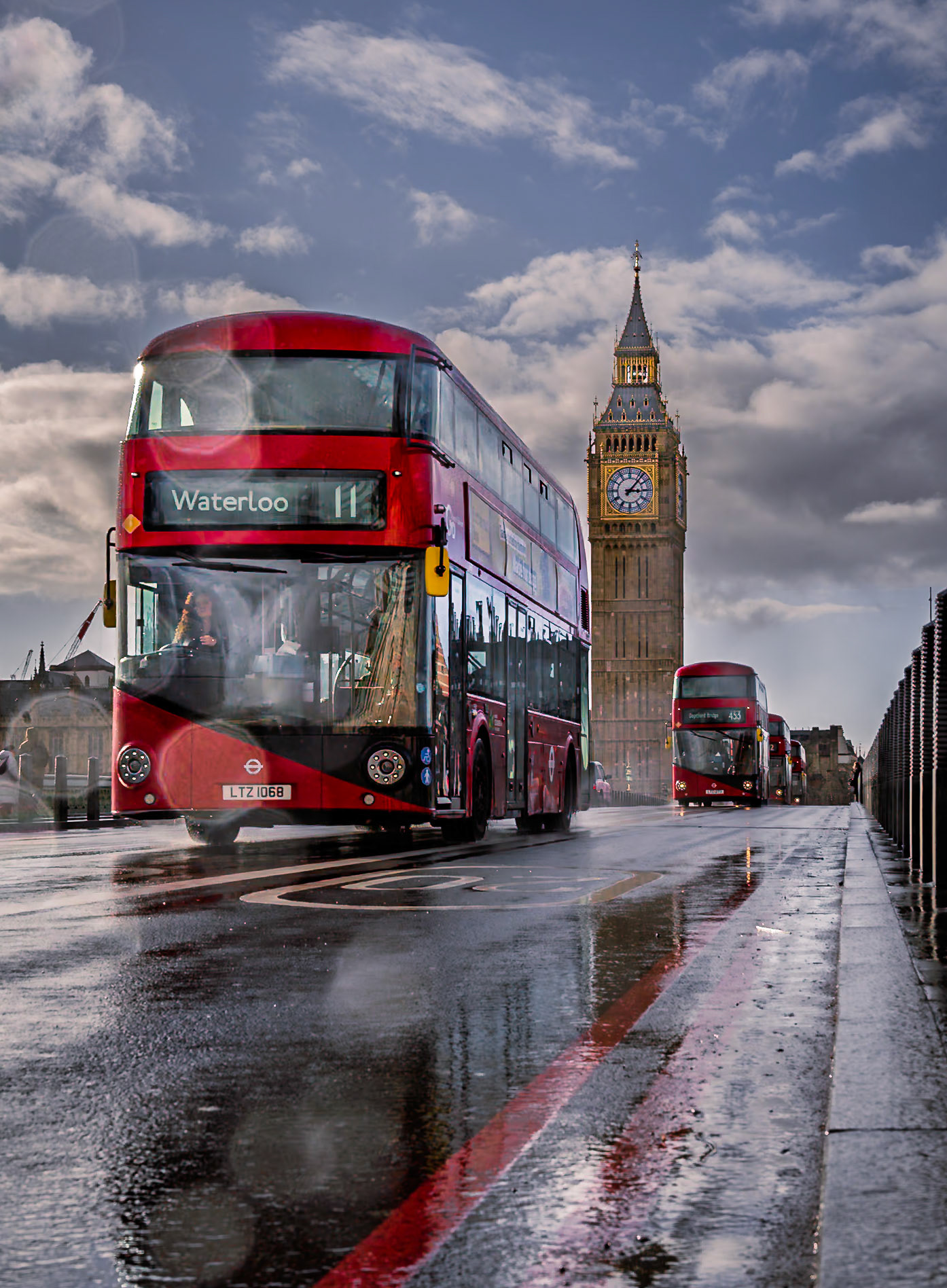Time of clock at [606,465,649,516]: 3:06
